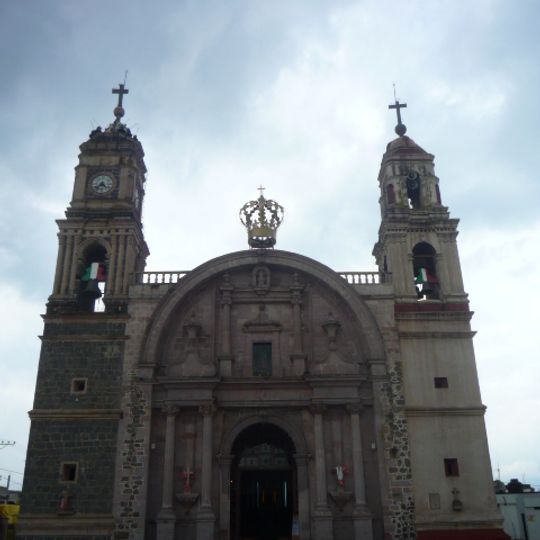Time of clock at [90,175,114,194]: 4:37
